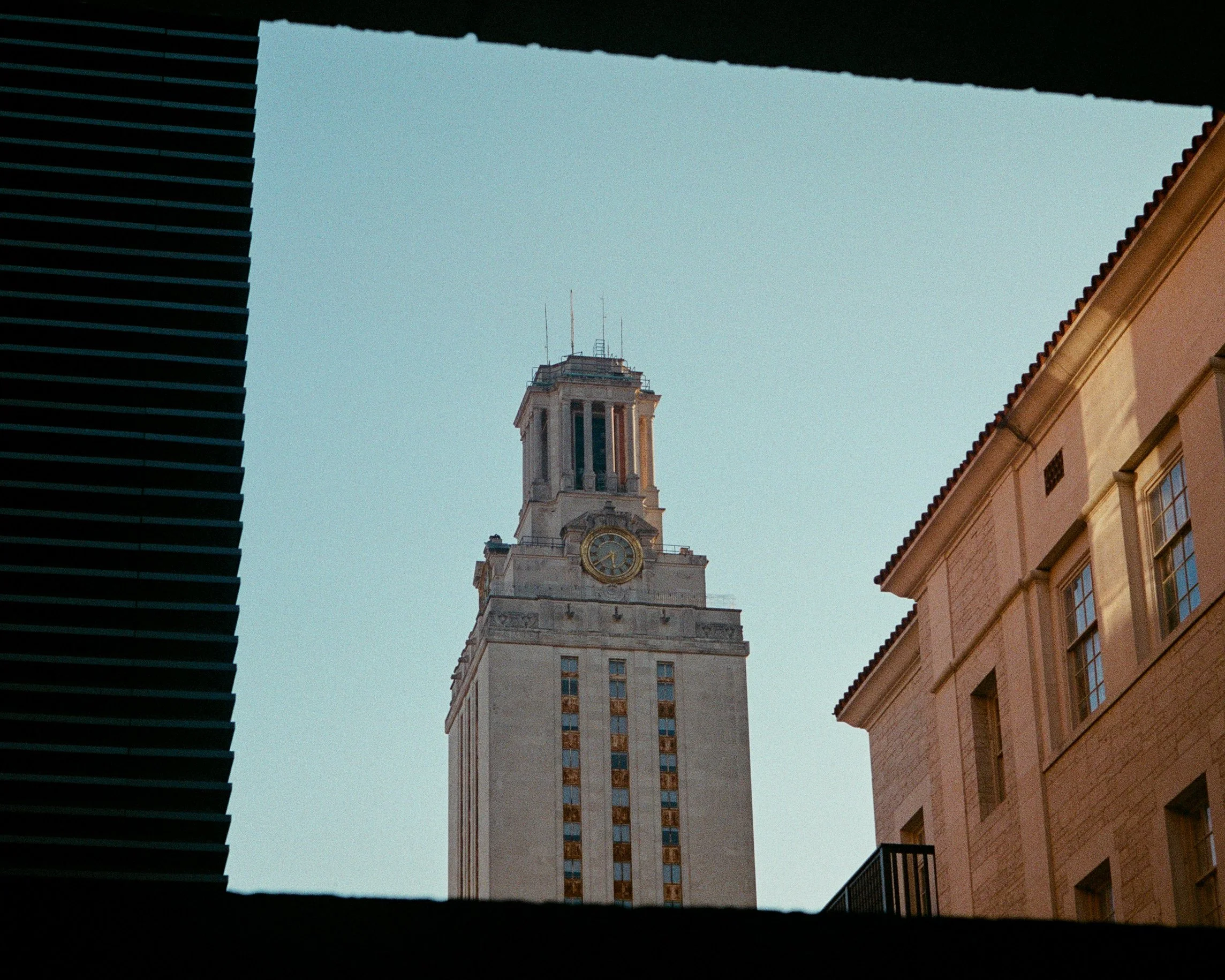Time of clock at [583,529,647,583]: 5:38
